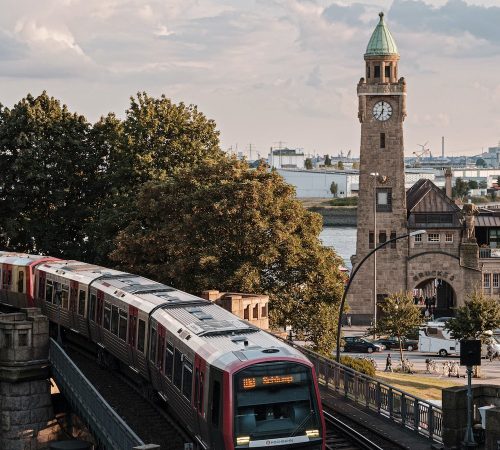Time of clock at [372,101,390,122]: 6:59
